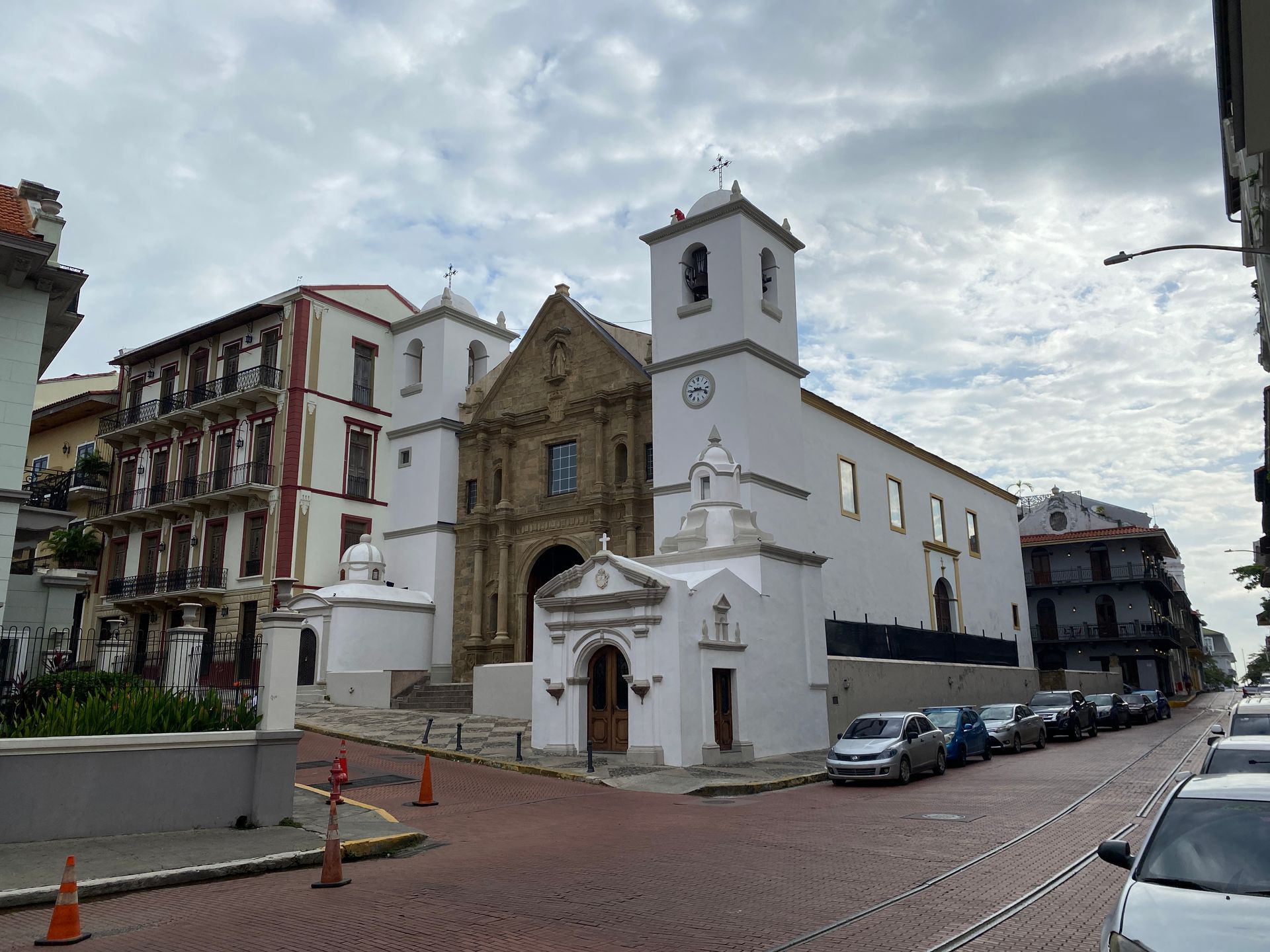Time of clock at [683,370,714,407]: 8:17
